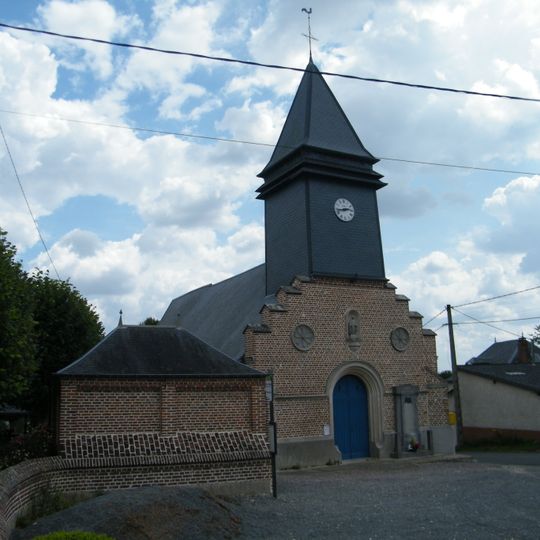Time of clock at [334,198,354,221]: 2:43
